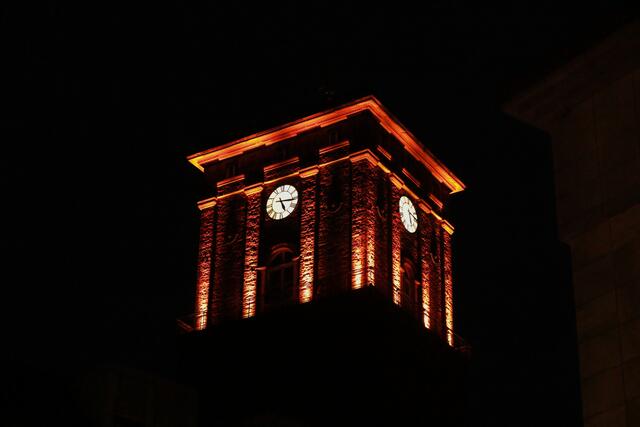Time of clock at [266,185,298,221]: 5:15
